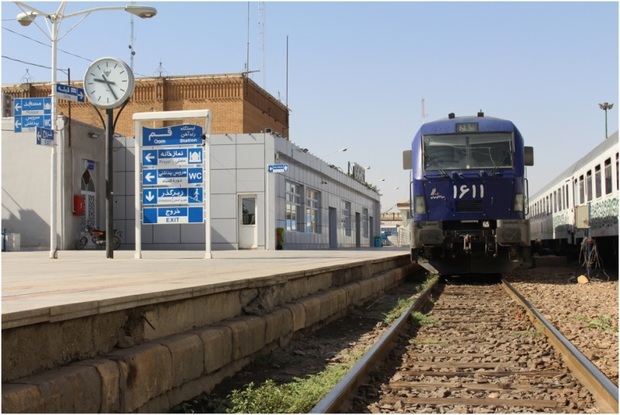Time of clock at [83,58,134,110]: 9:25
